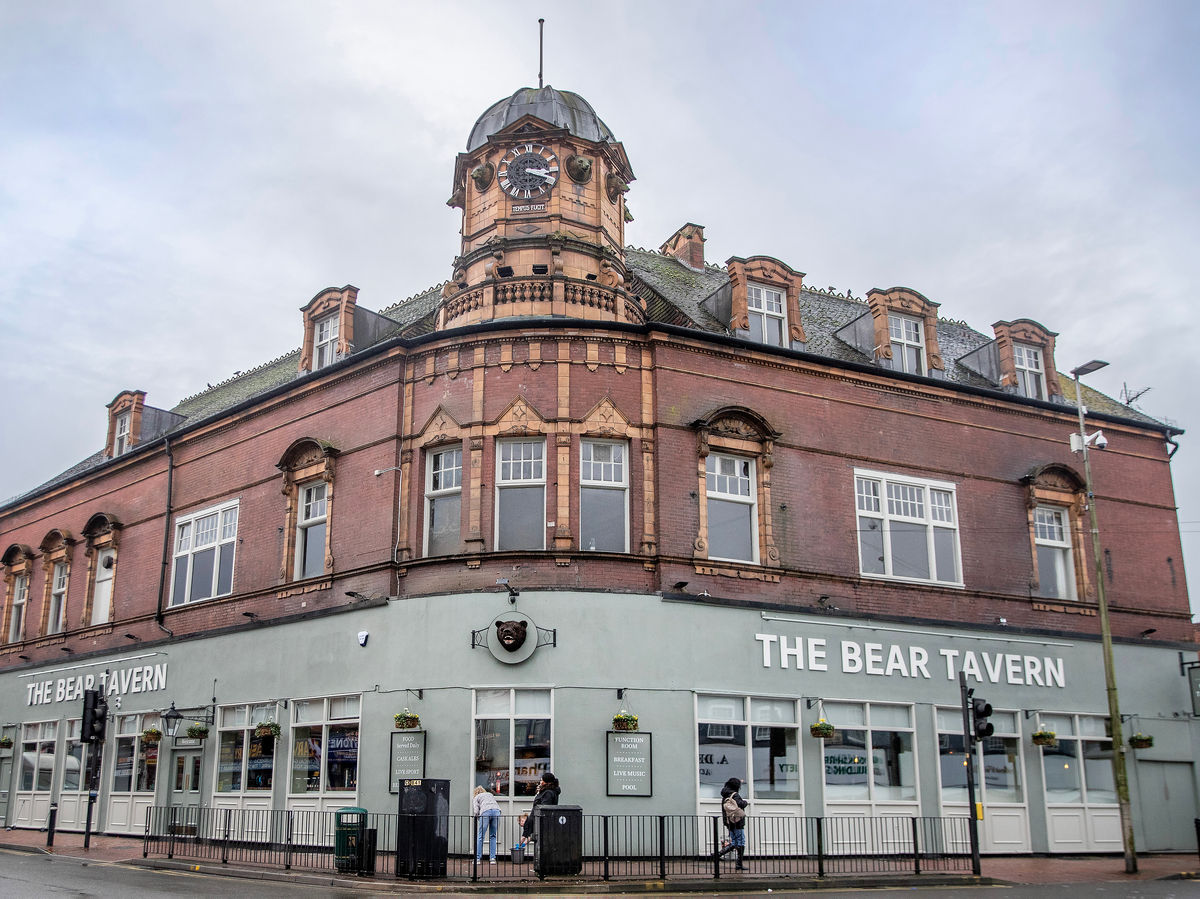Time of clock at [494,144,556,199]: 3:18
